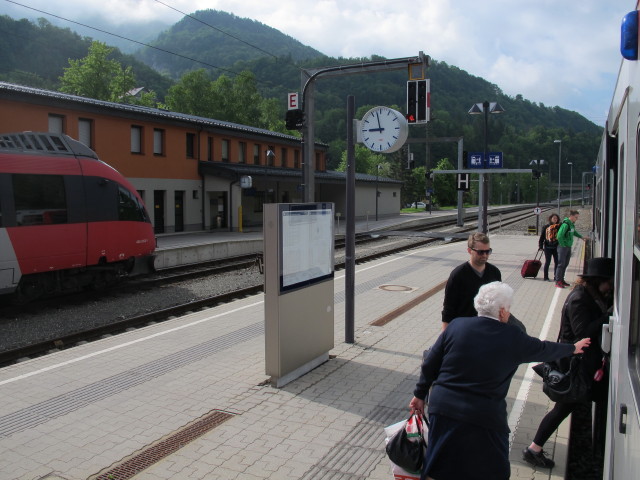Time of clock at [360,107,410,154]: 8:57
